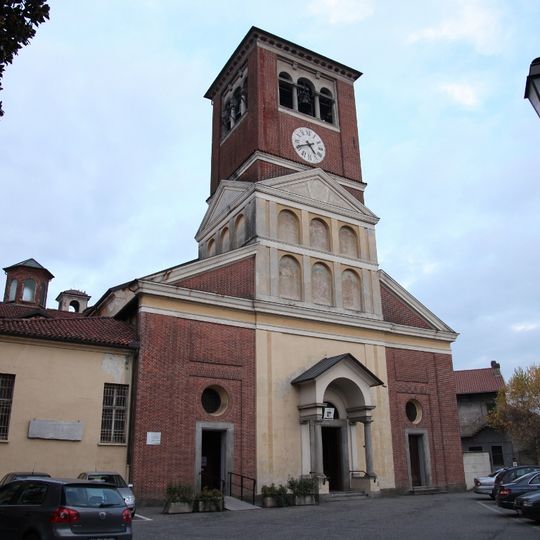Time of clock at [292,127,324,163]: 4:40
